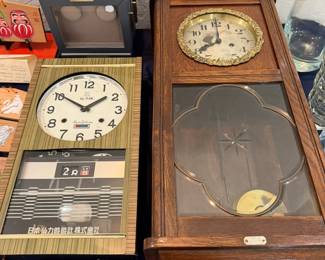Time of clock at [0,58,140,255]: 1:50
